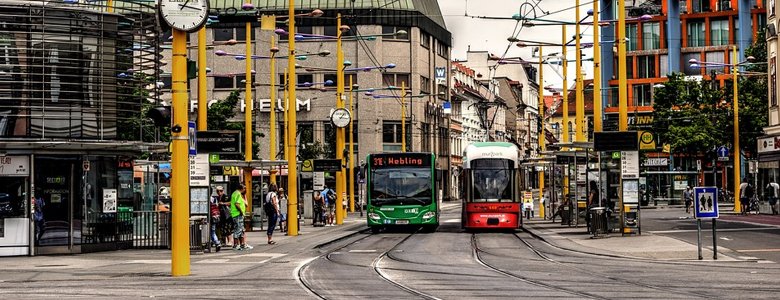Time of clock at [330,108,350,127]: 1:16
